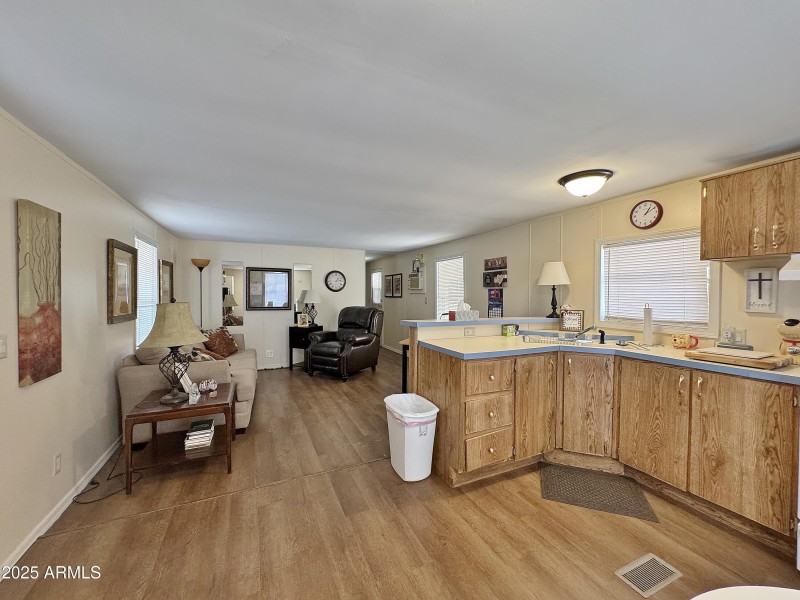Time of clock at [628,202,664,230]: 1:10
